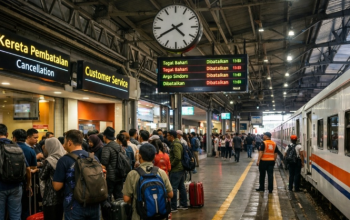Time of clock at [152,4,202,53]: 4:40
